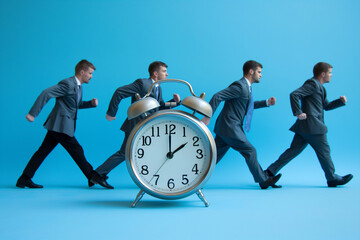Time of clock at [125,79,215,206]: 2:00
